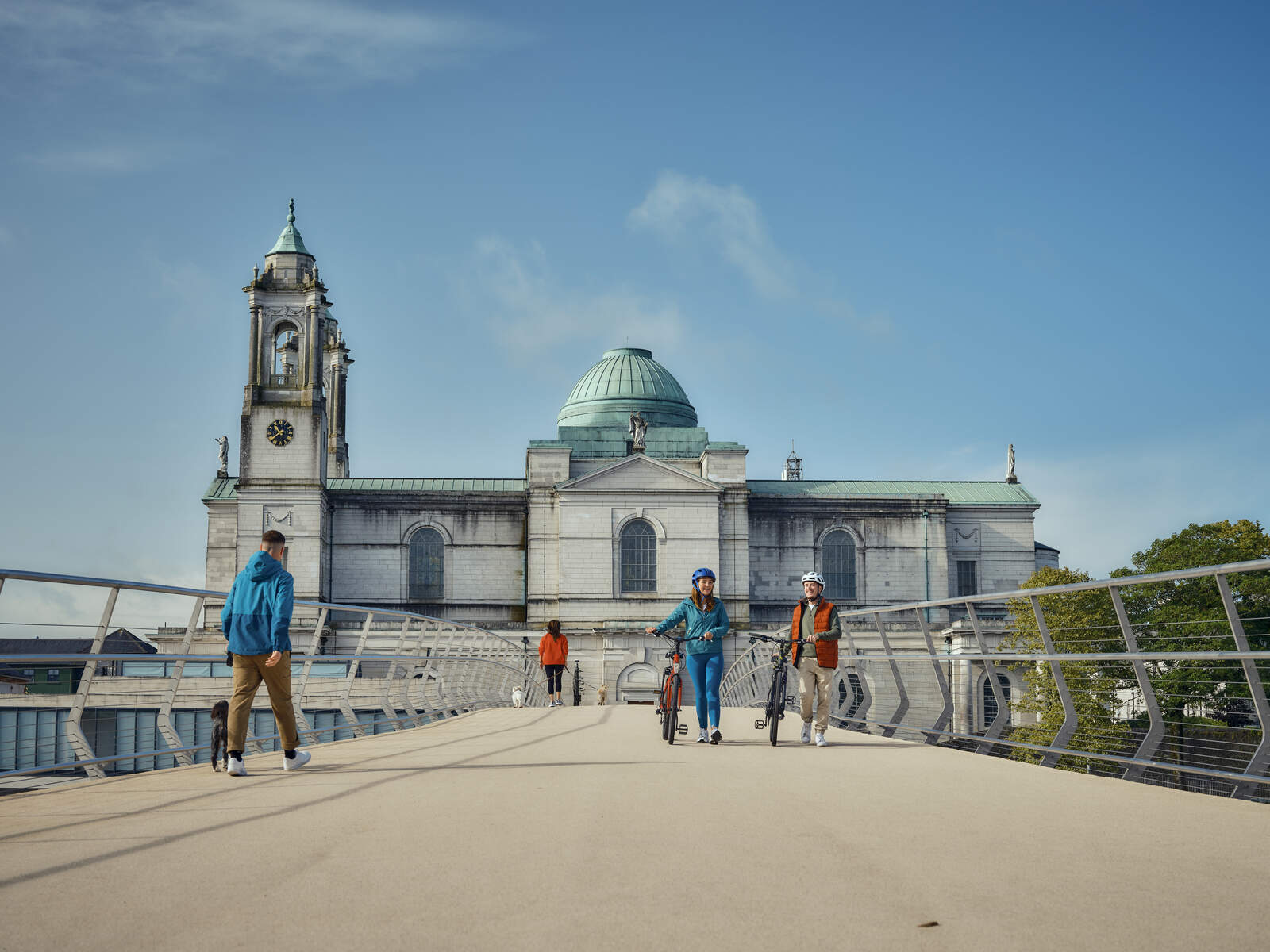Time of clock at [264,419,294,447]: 10:38
